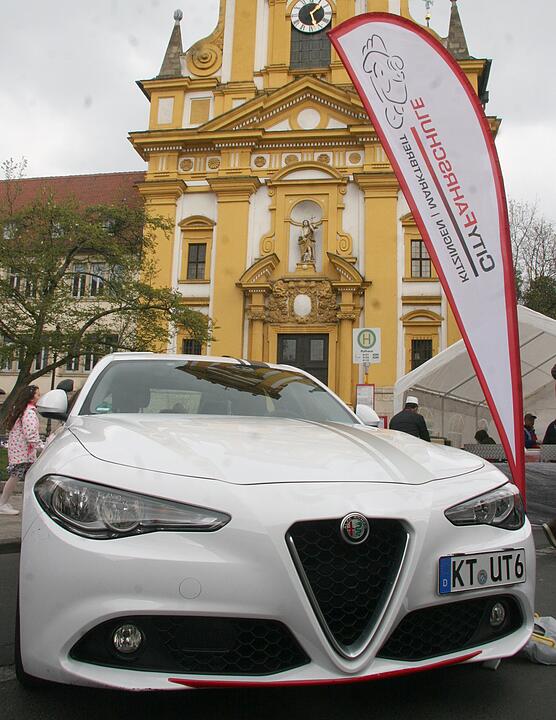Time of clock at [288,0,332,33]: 1:27
